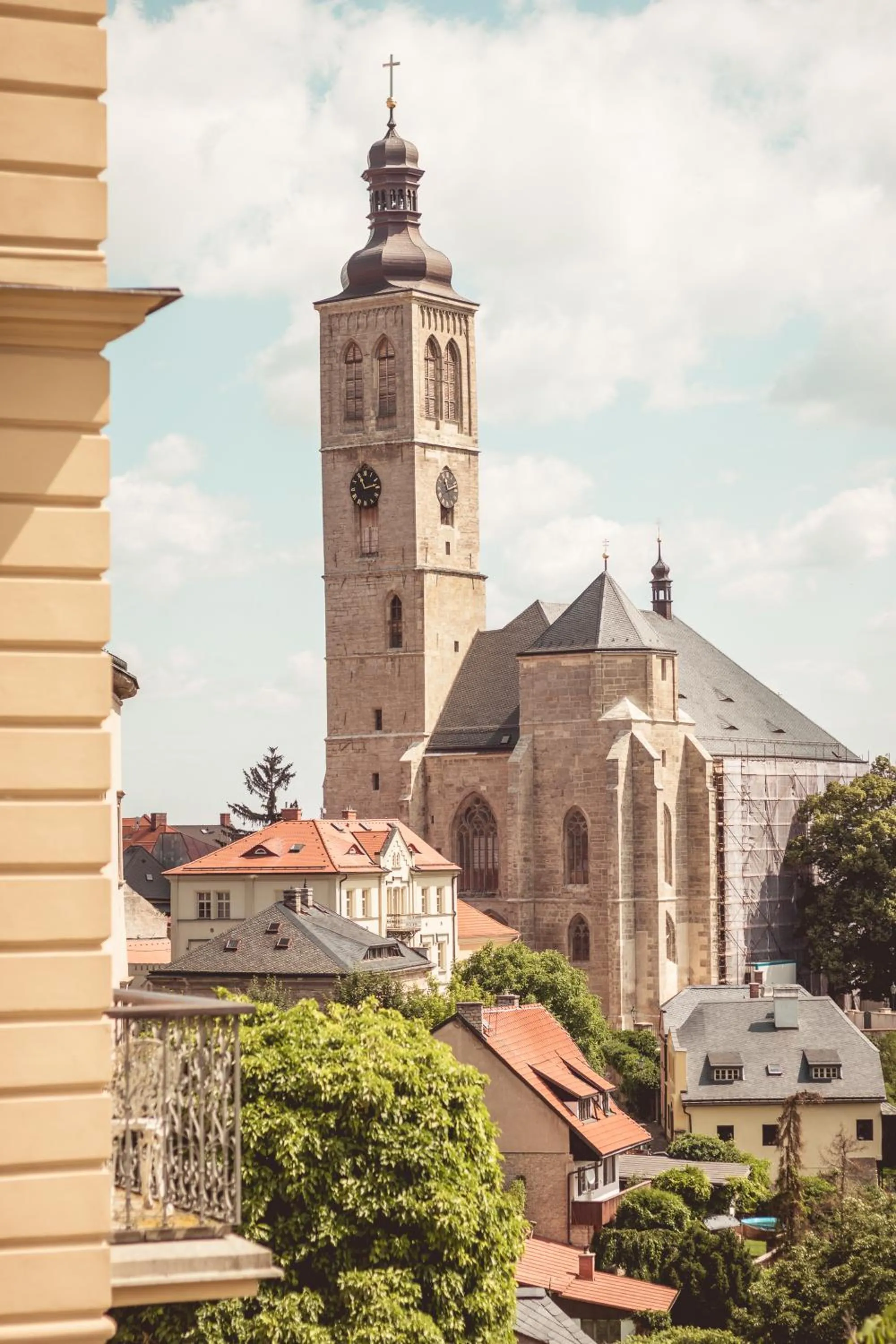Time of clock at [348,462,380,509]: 11:12
